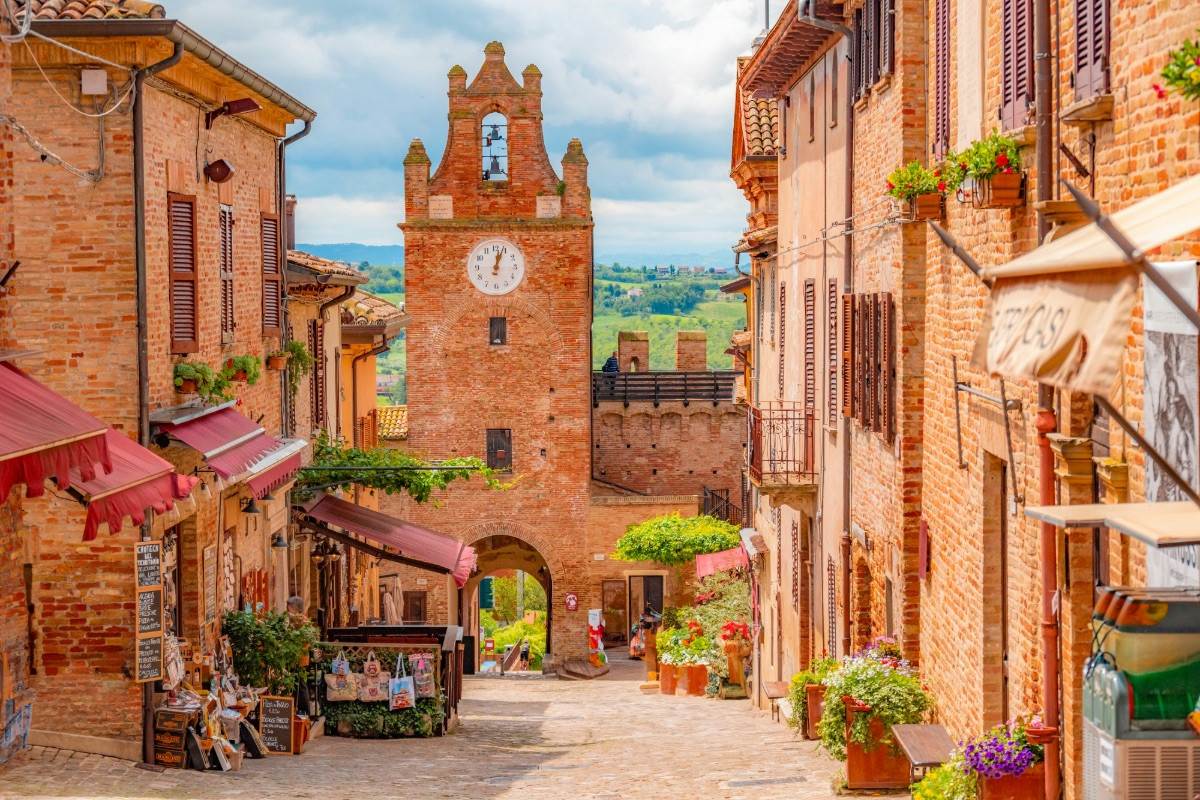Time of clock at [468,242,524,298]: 12:03
